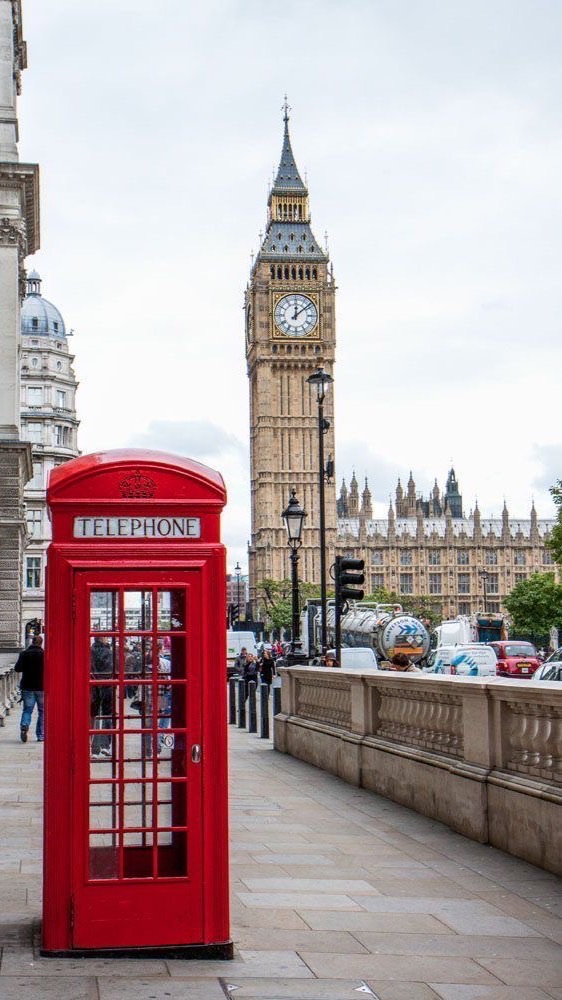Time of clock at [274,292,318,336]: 12:08
